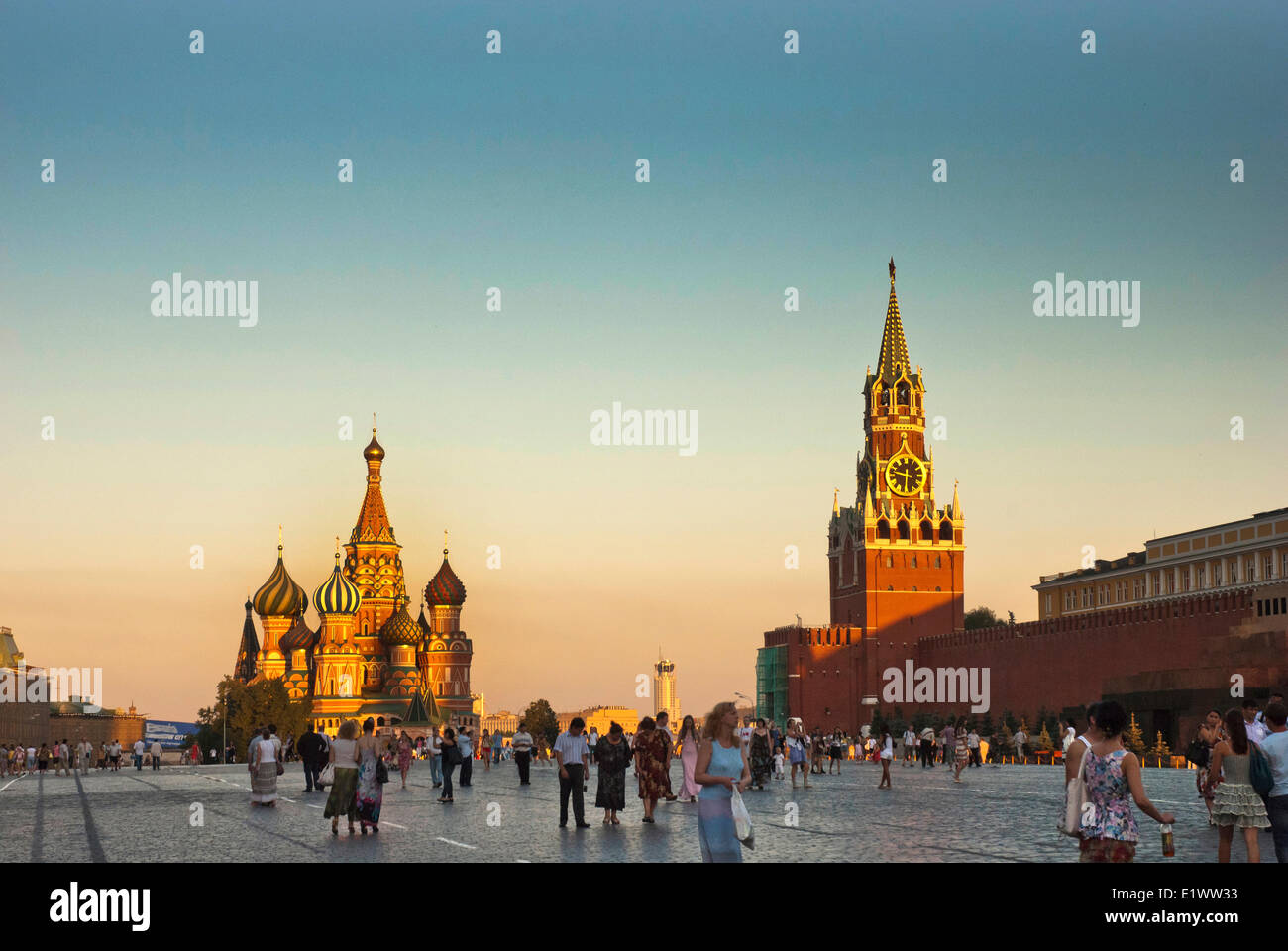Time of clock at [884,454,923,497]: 9:30
